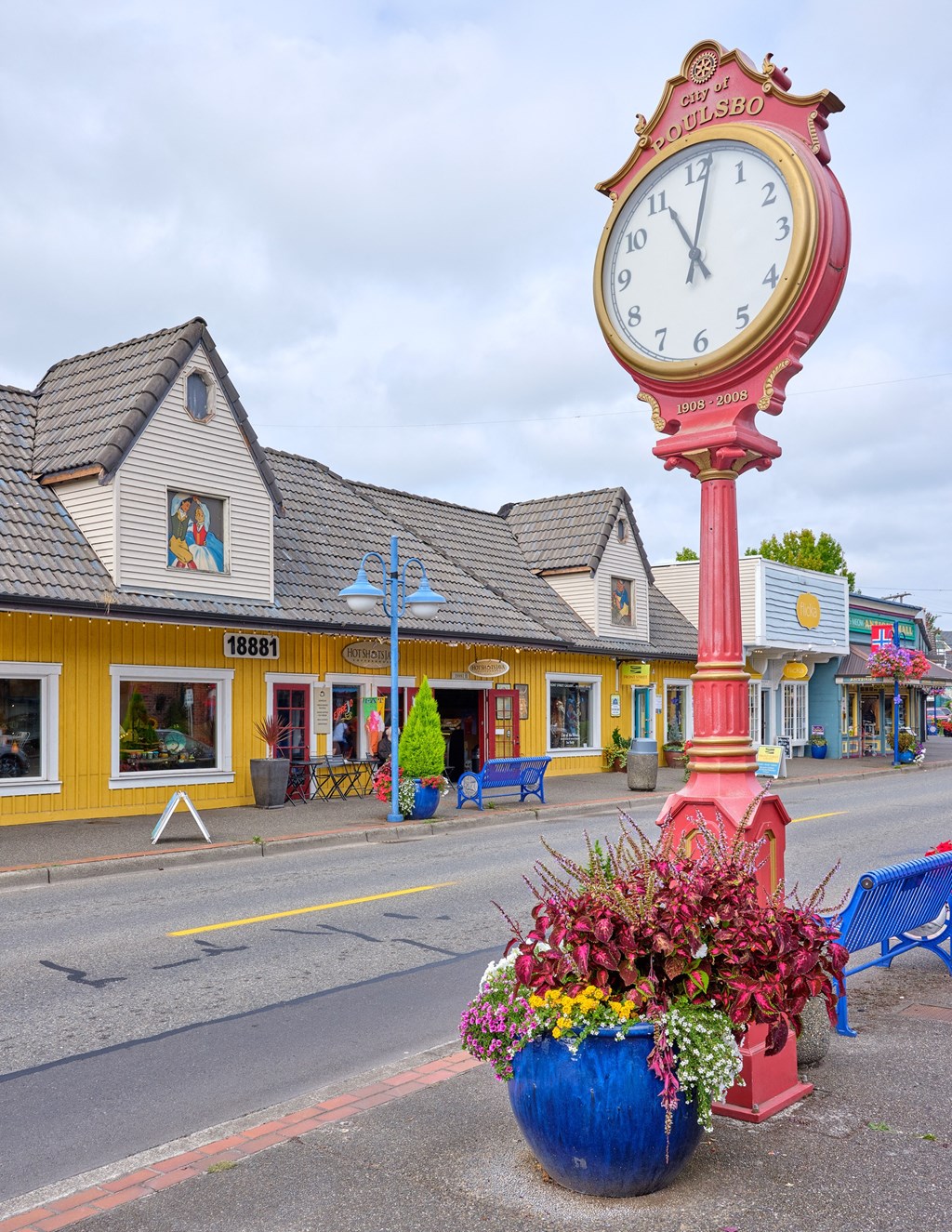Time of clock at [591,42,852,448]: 11:01
